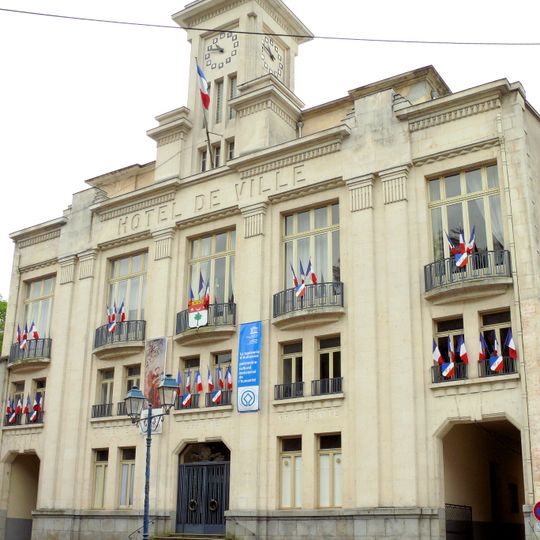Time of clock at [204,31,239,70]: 10:48
